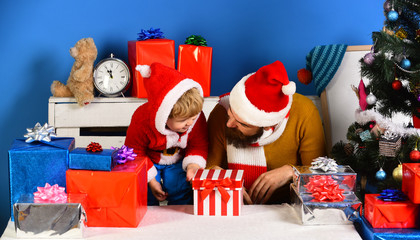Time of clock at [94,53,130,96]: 11:55
